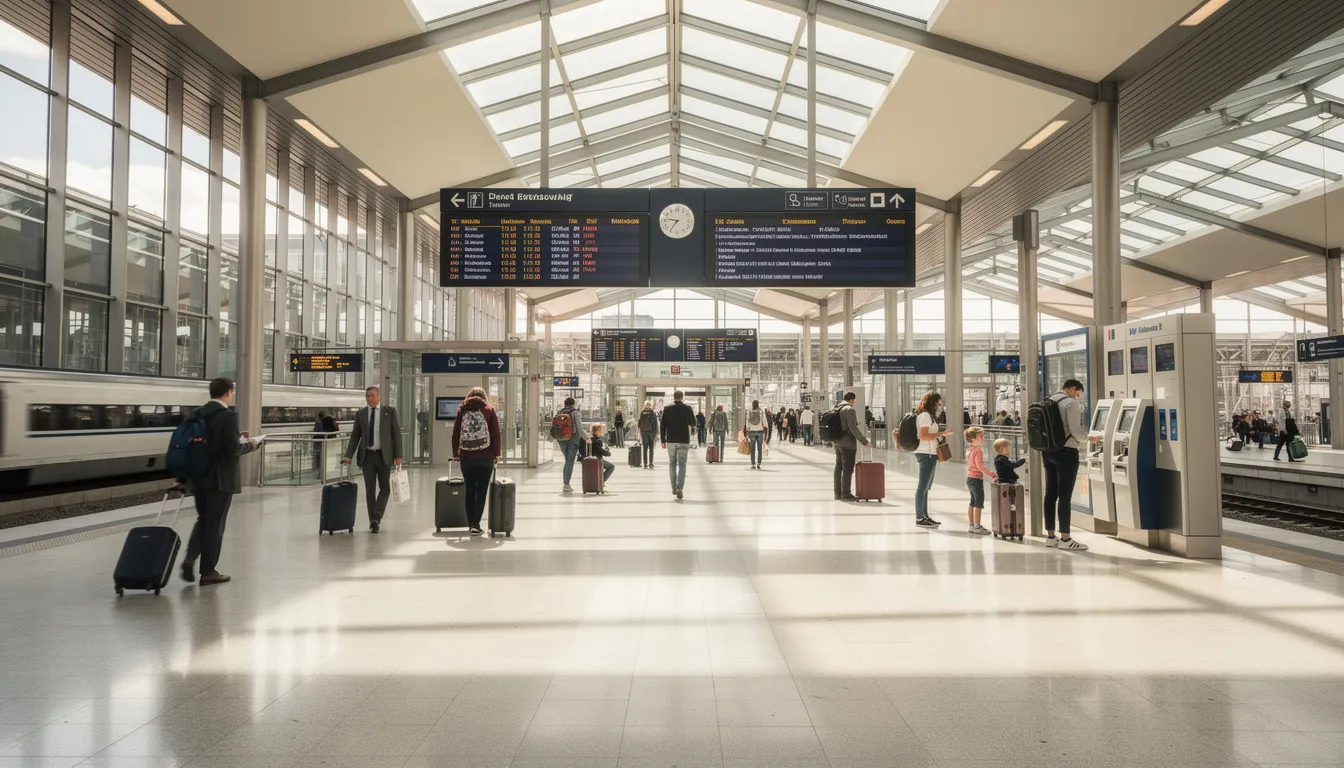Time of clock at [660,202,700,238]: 9:35
